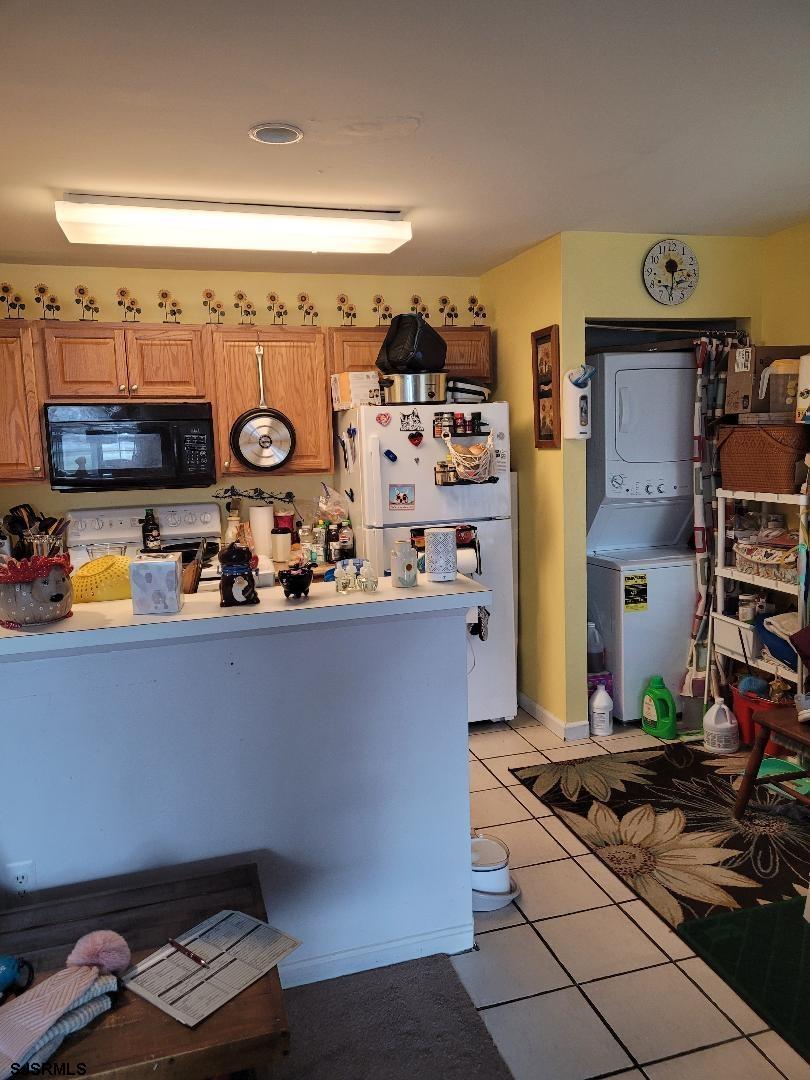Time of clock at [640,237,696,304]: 2:30
